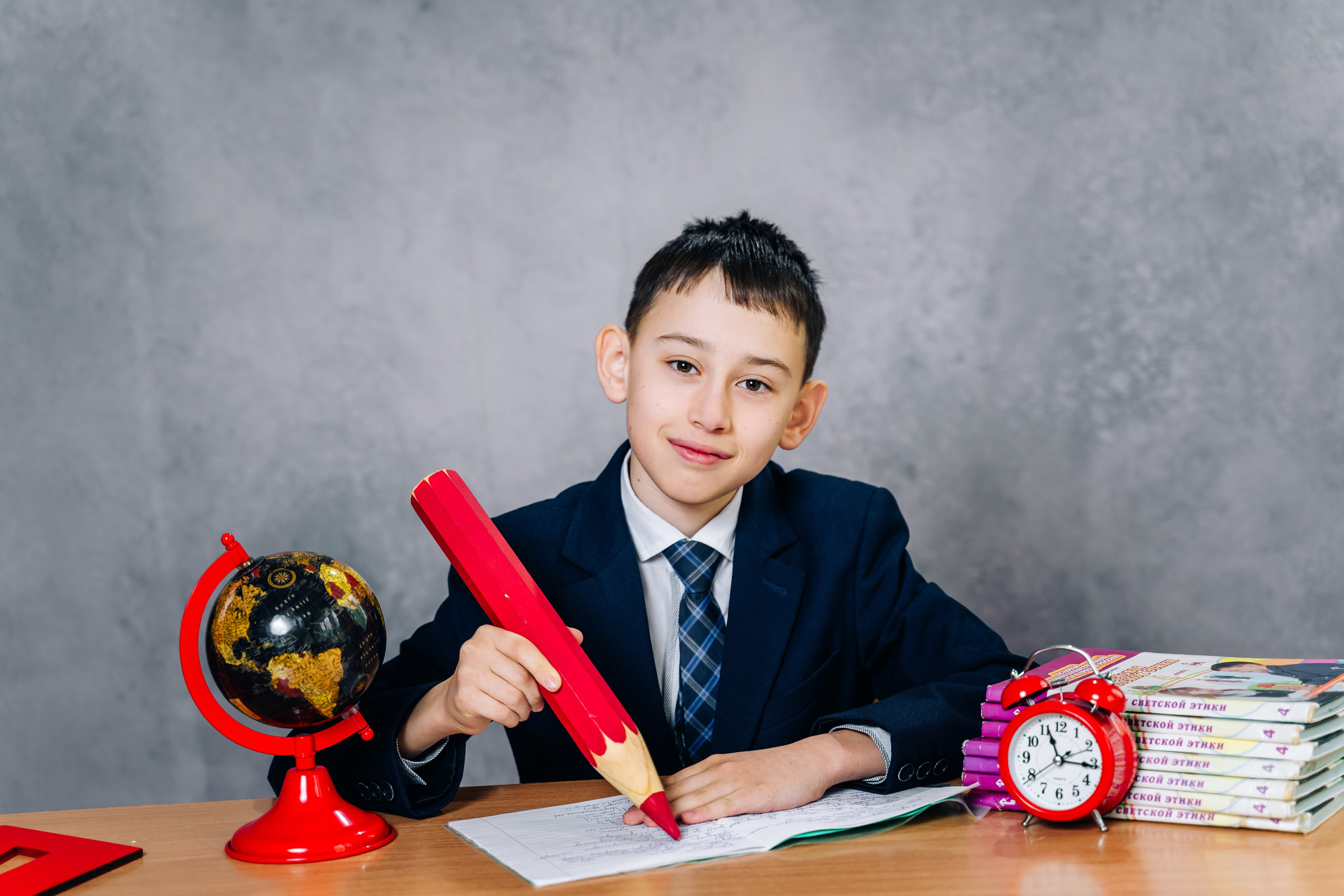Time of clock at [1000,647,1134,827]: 11:16
